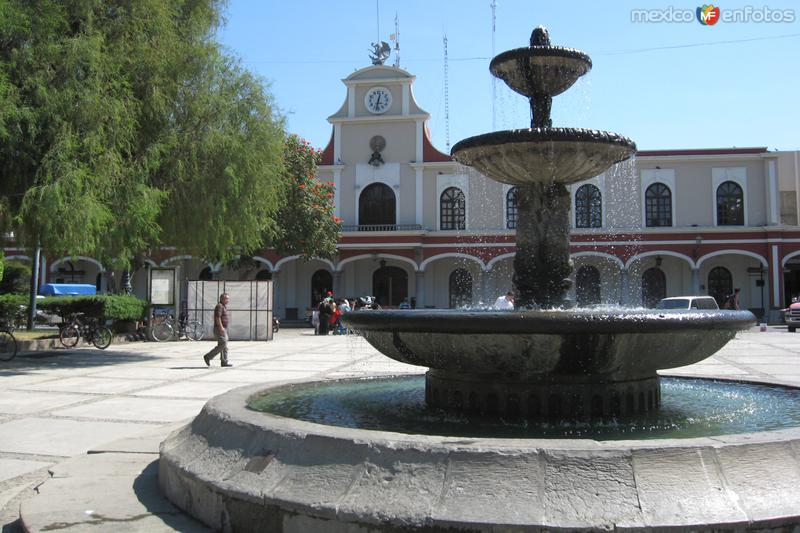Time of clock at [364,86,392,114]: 12:32
